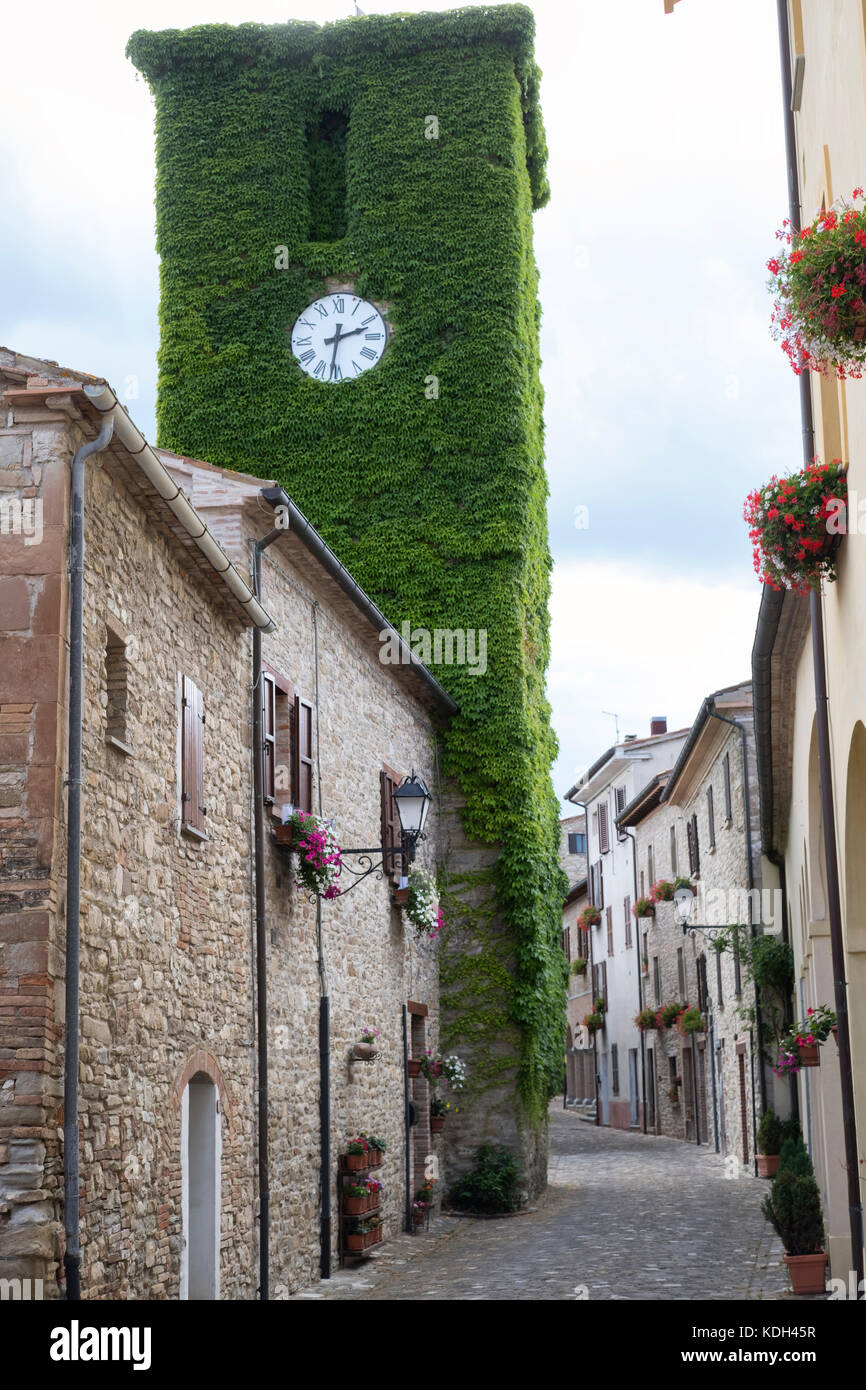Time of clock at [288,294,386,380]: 2:31
